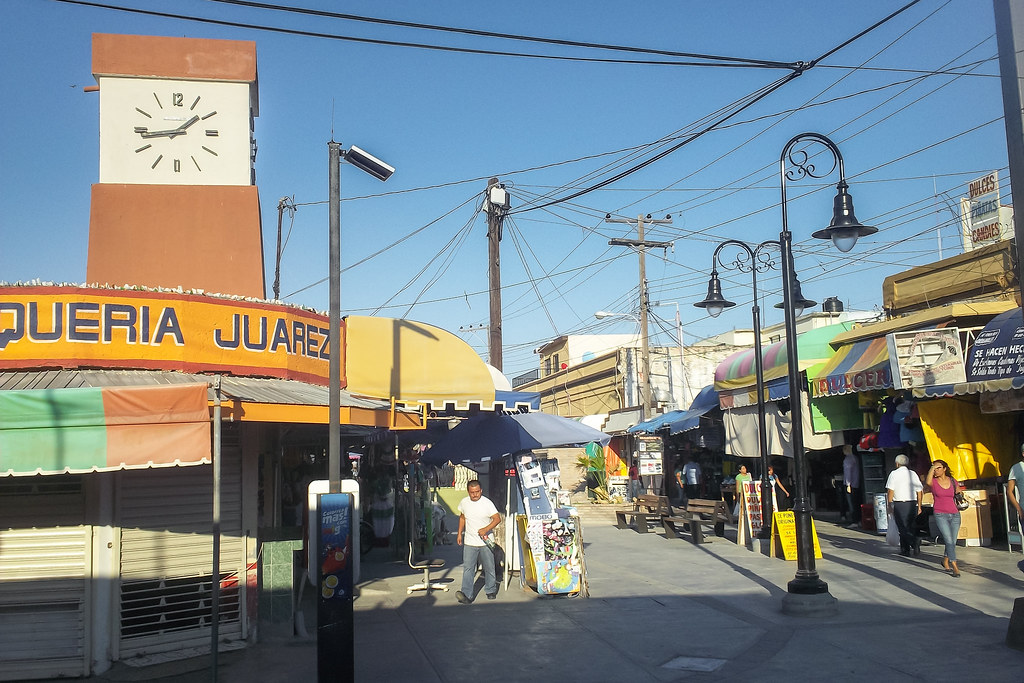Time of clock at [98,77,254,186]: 1:43
